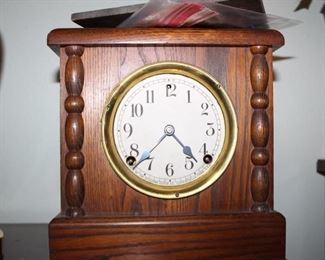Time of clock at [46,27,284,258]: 4:38
